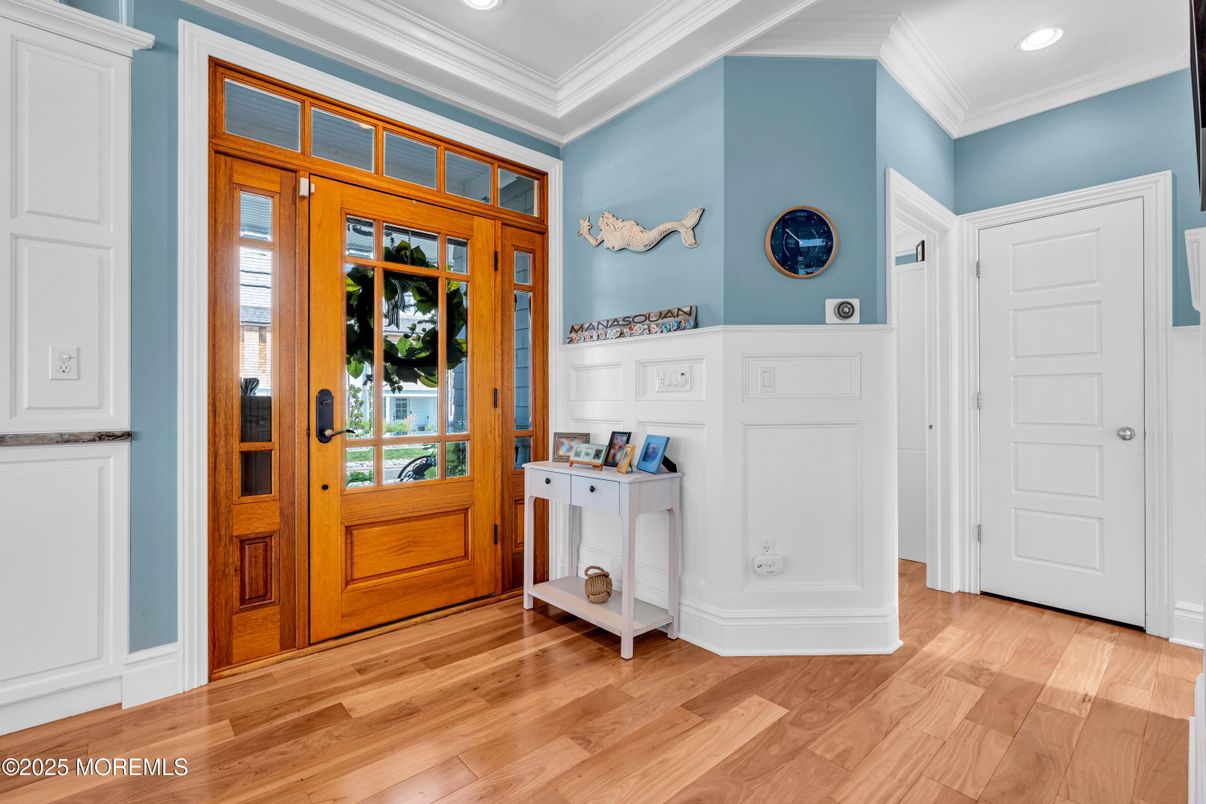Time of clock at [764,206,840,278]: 10:14
